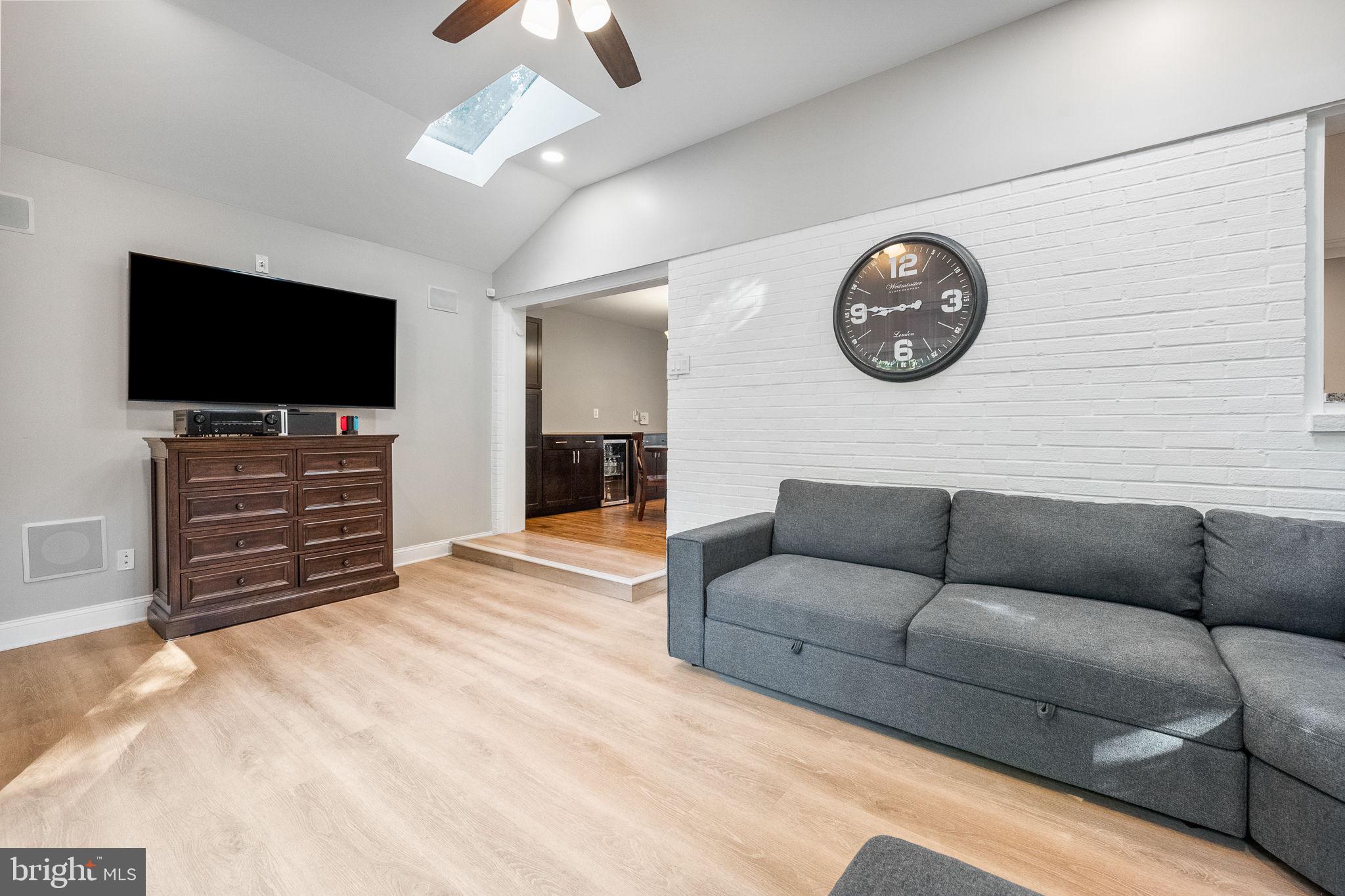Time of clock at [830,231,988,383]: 8:45
